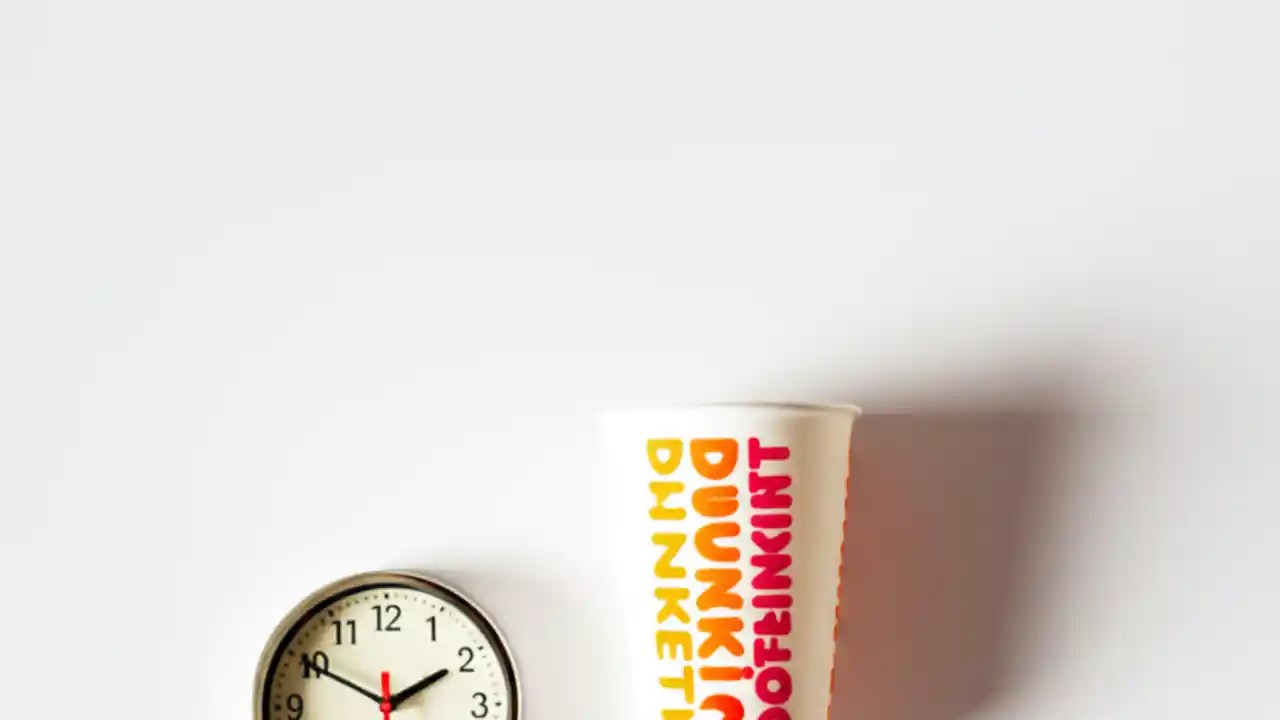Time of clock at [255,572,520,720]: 1:50
